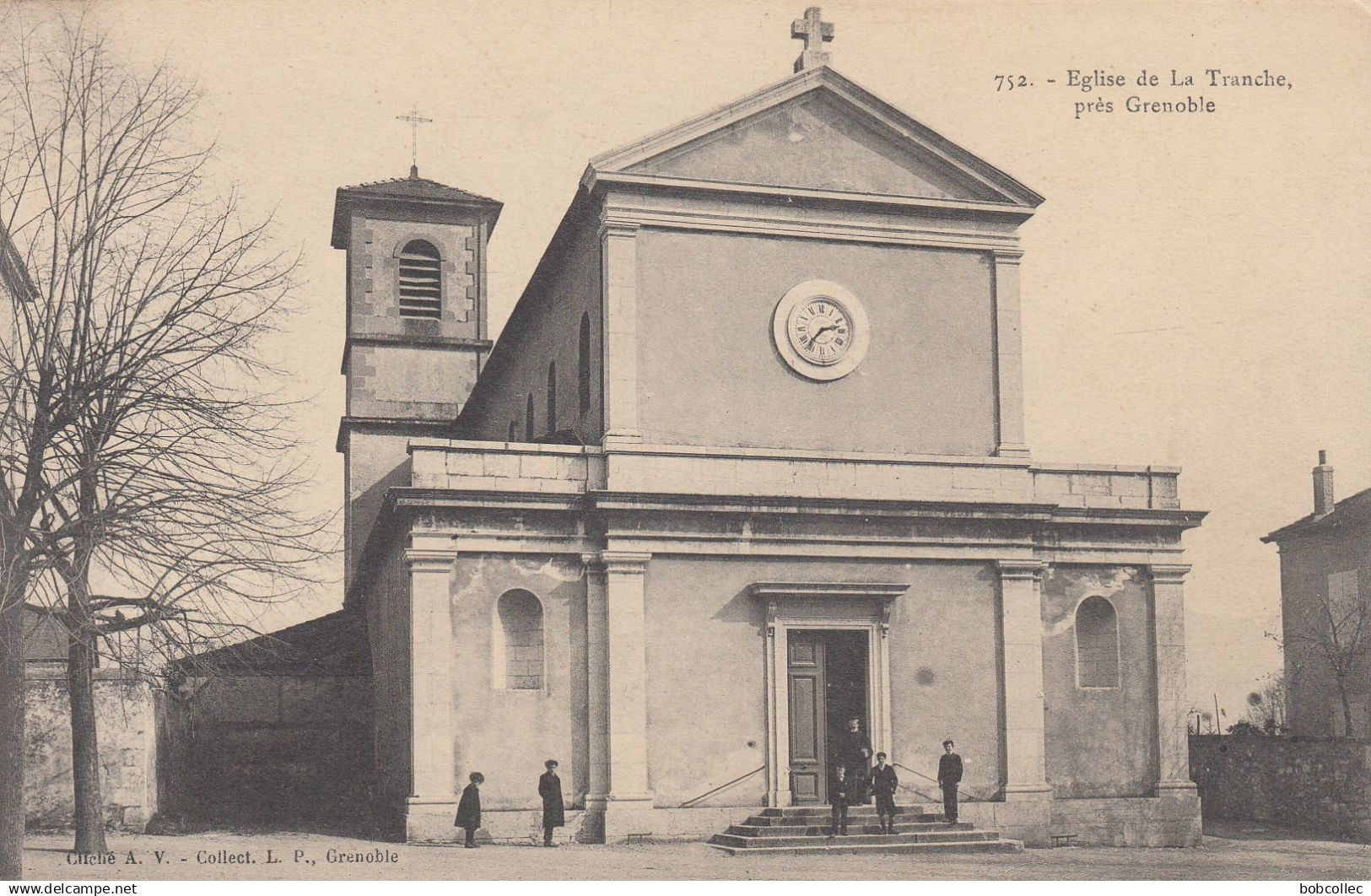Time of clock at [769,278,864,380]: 2:36
